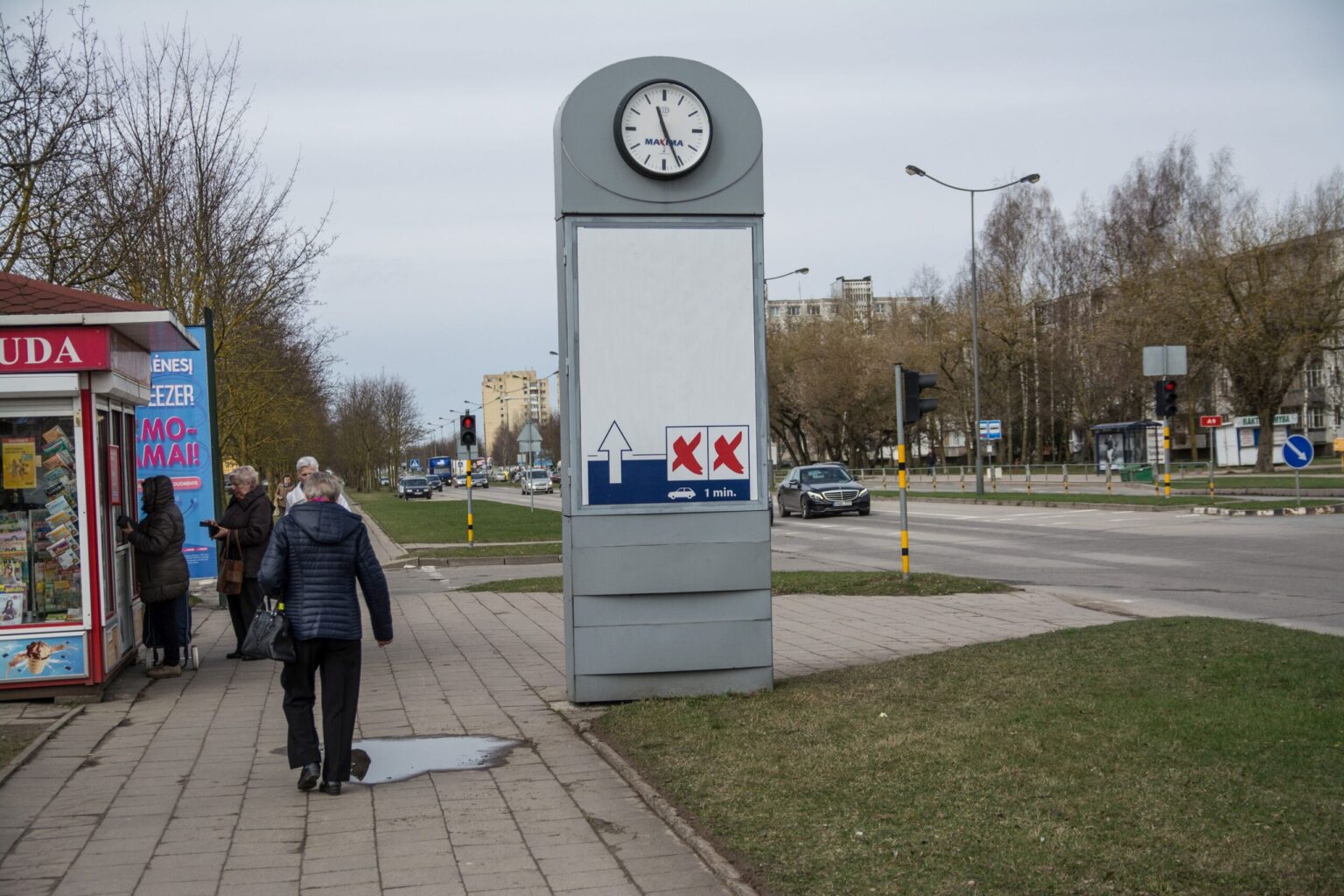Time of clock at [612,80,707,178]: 11:25
